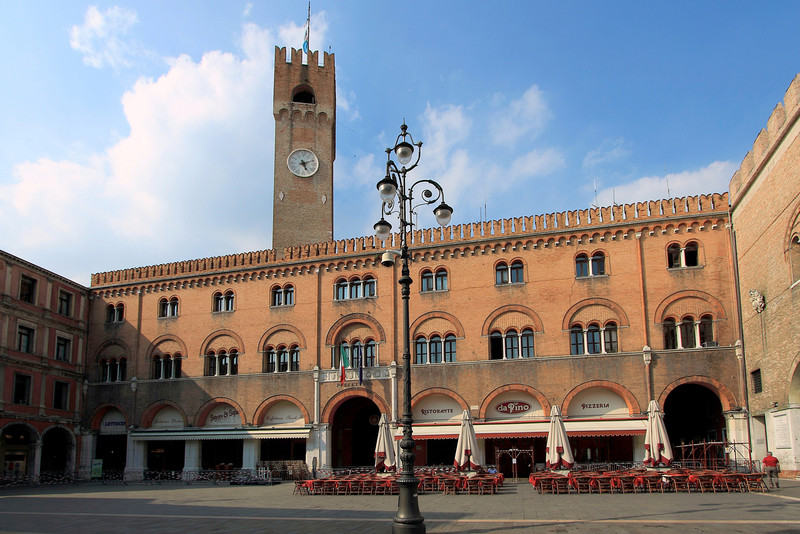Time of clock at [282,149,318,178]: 5:11
